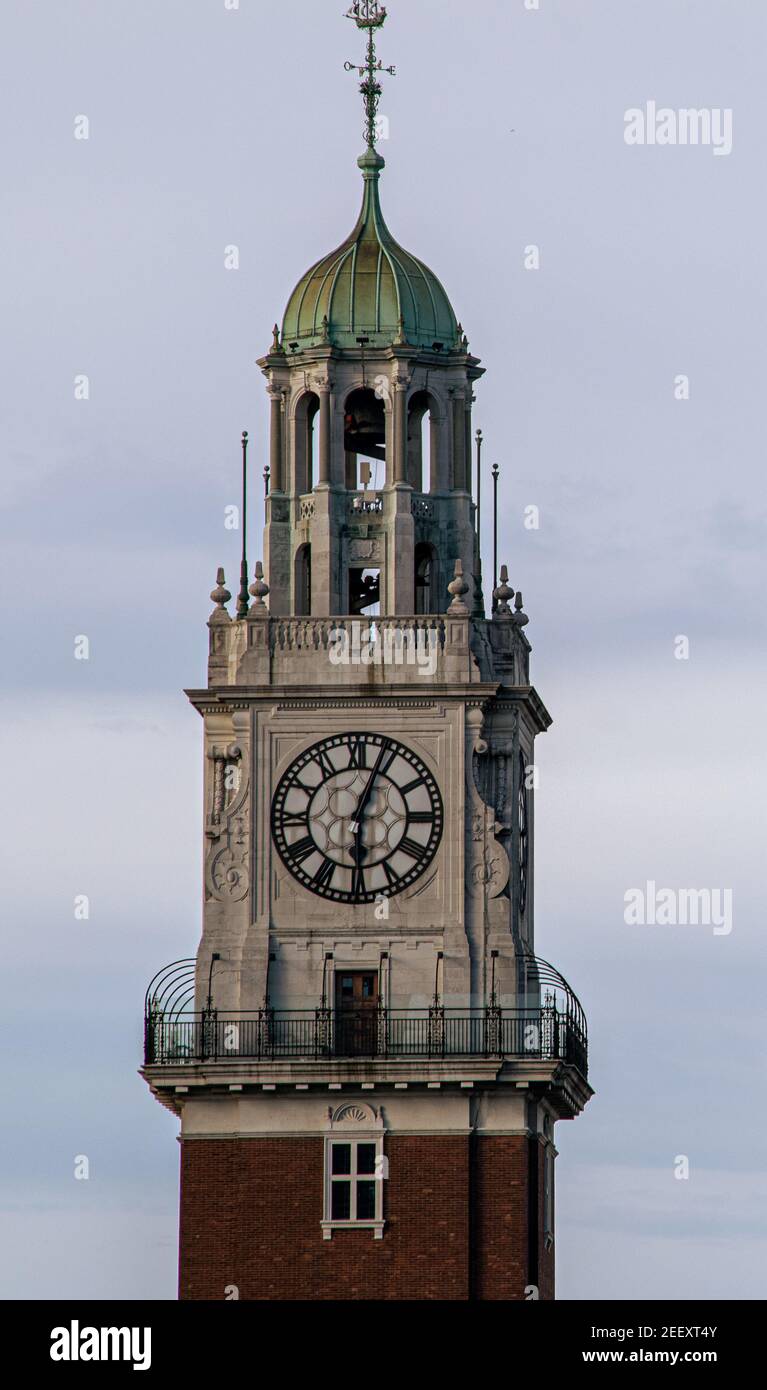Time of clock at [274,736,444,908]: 6:03
